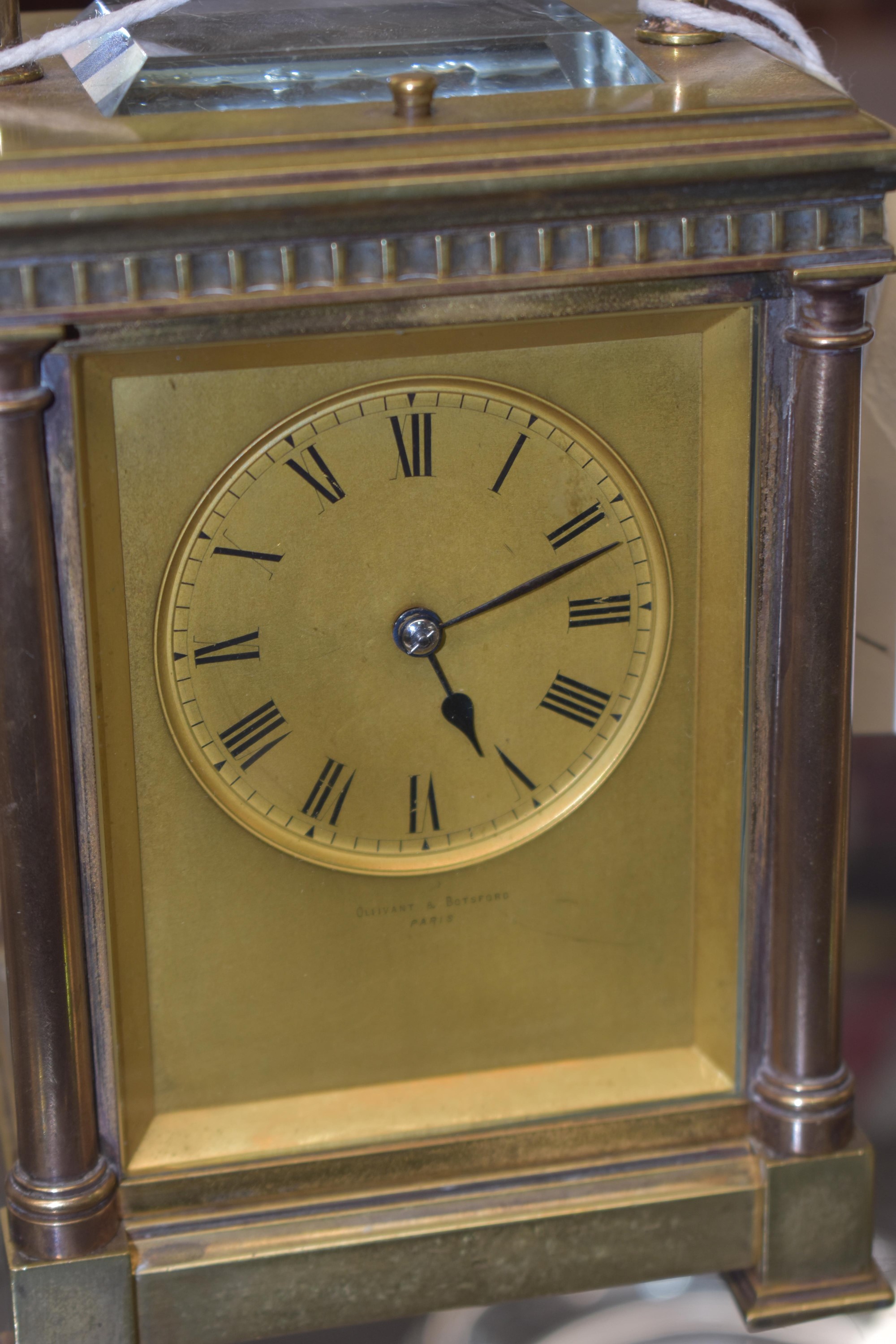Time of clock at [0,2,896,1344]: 5:11
